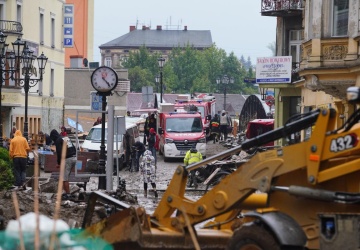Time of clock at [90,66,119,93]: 12:23
